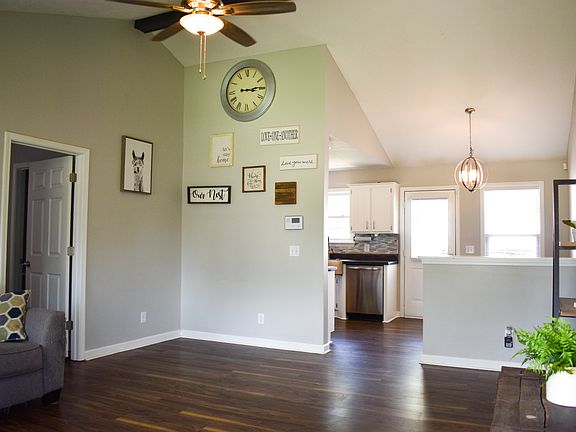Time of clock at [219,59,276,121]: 3:14
